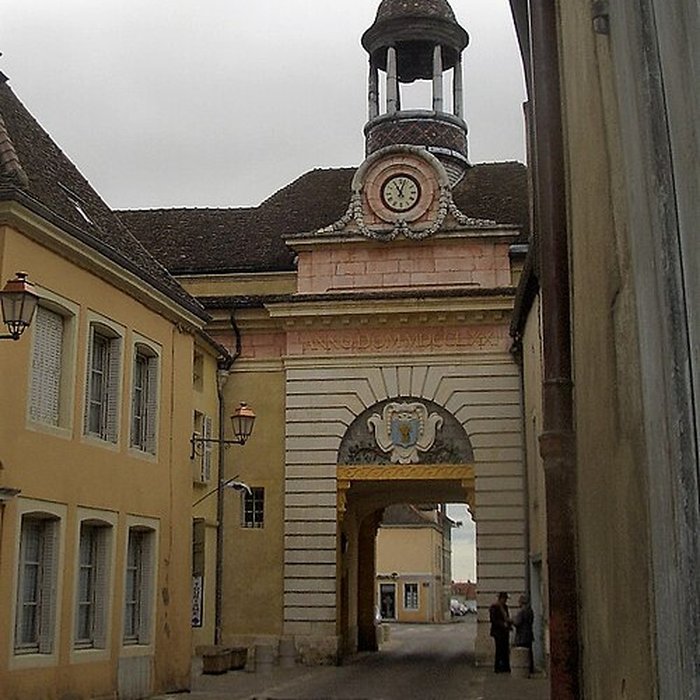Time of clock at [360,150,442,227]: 11:03
